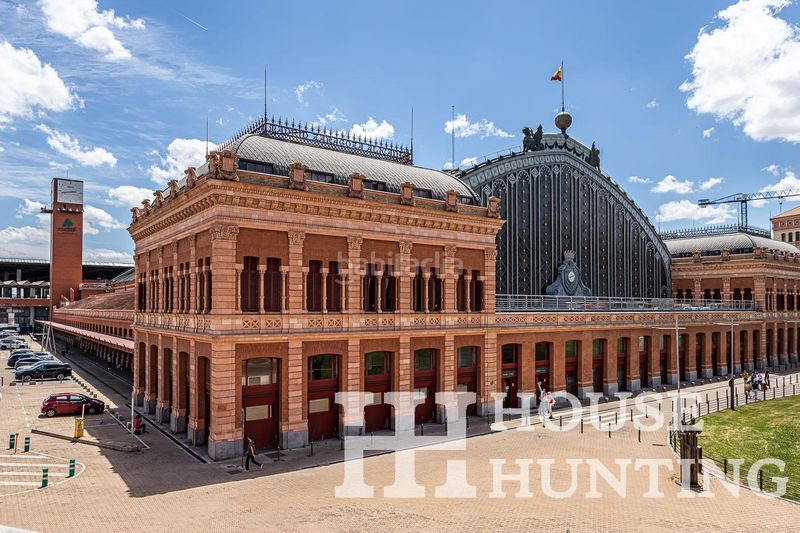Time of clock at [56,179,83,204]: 2:42
